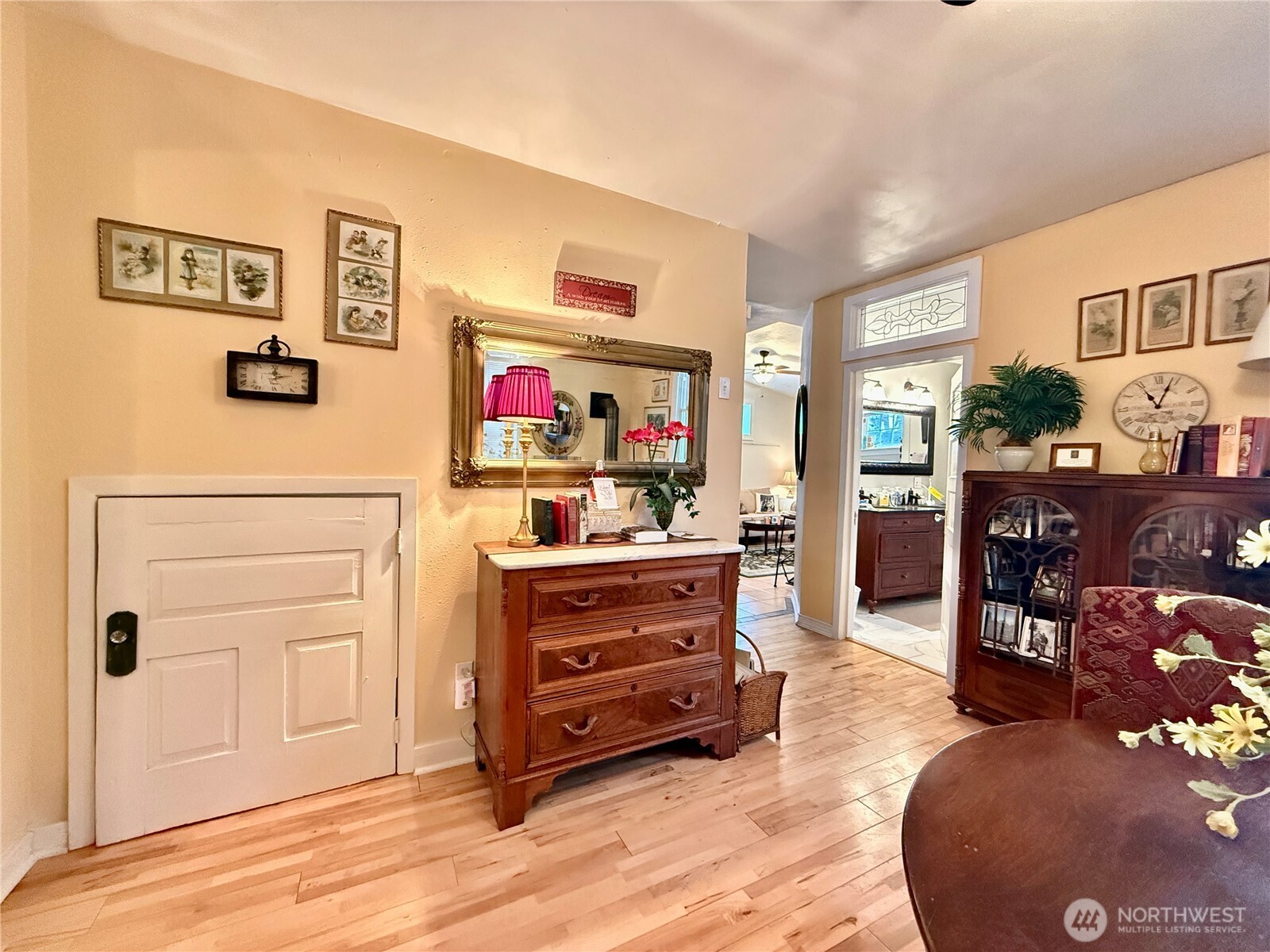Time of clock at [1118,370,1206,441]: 11:03
